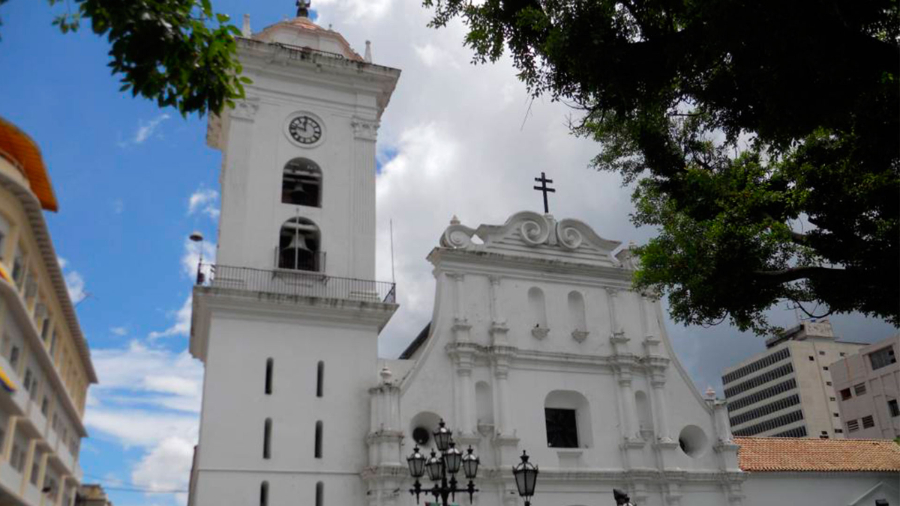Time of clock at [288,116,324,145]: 11:46
